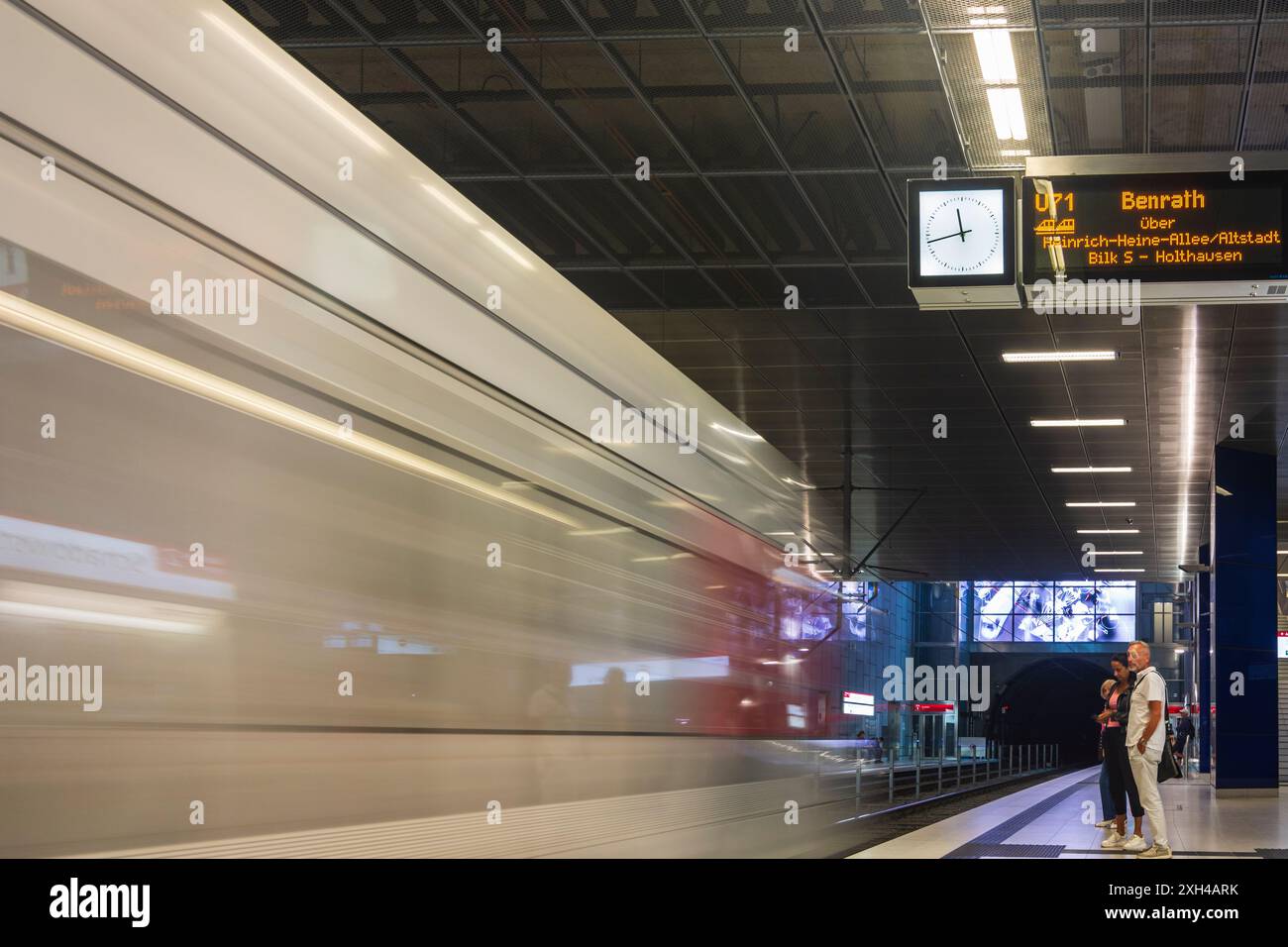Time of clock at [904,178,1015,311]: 11:42
